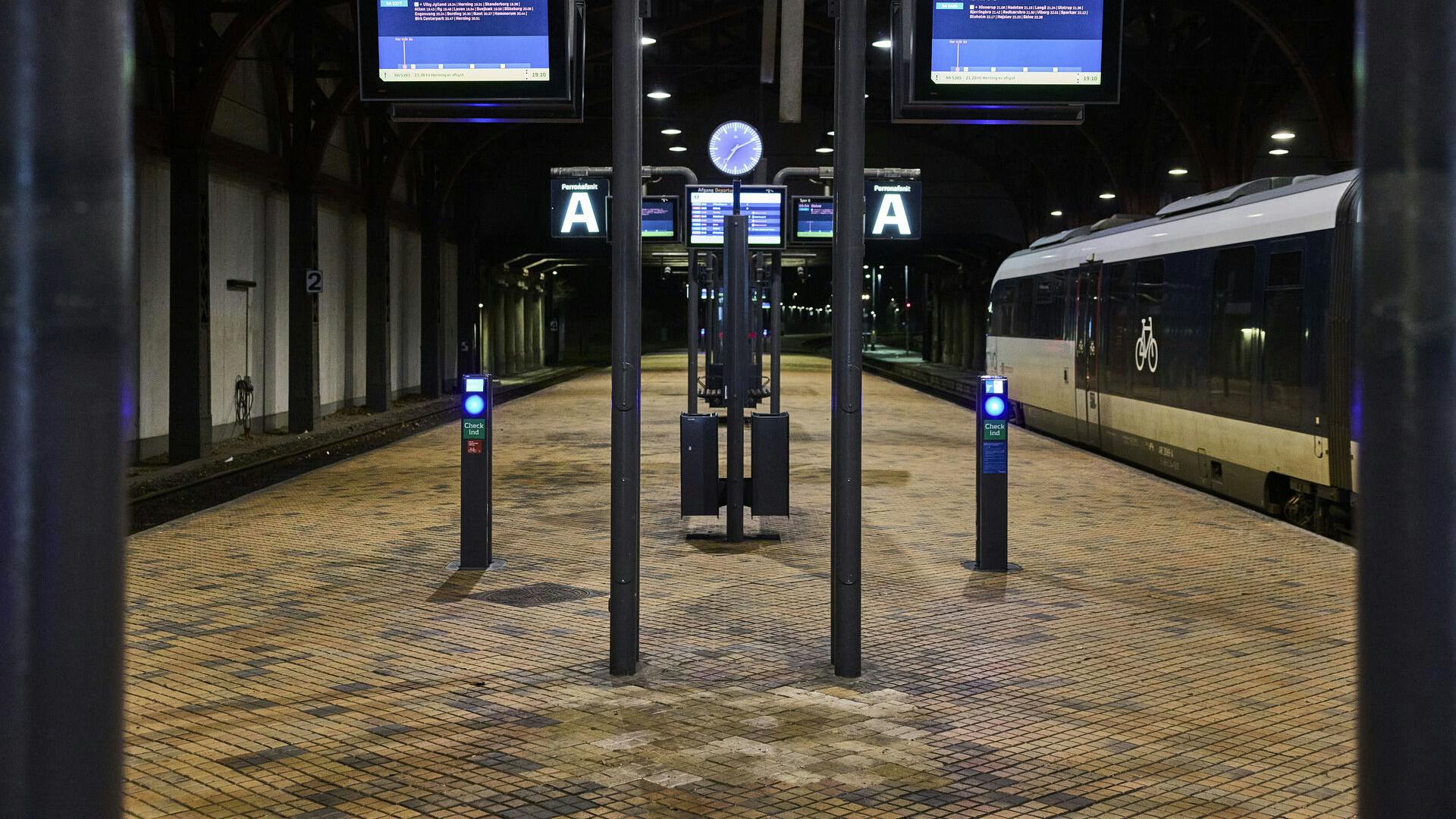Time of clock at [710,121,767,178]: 7:10
